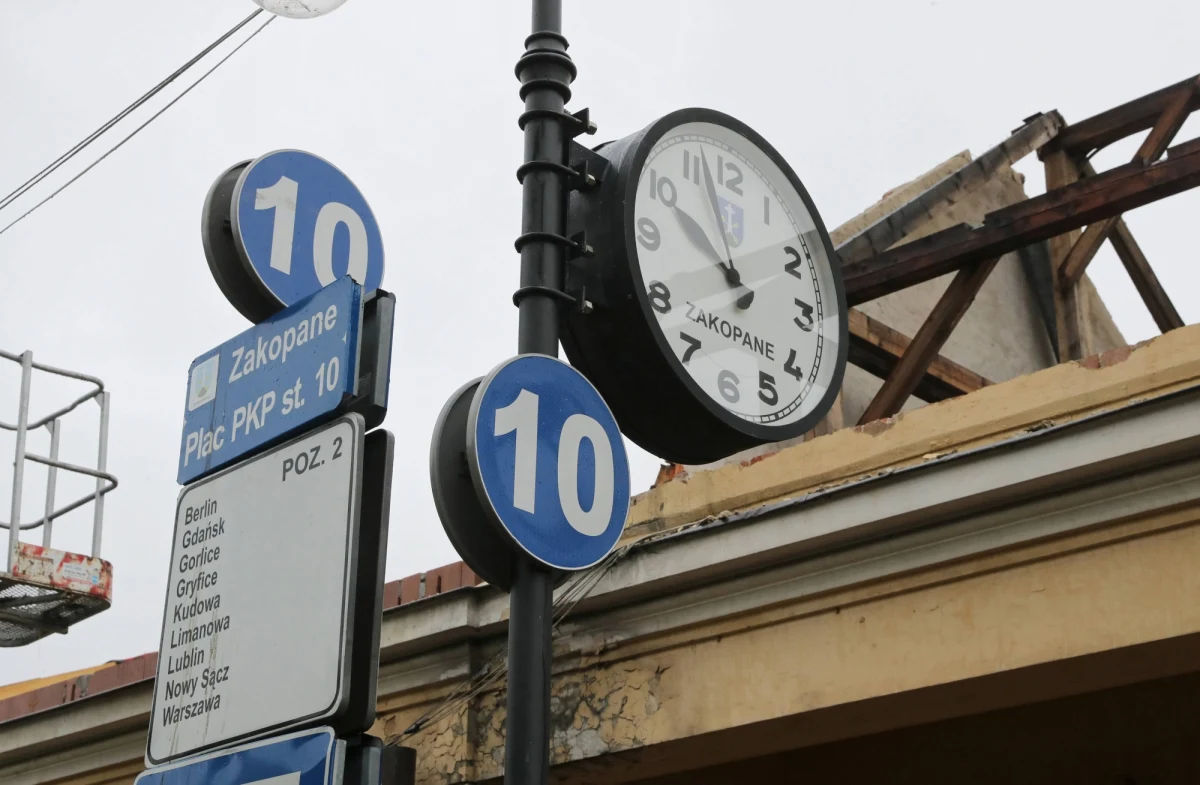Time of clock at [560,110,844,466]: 9:57
